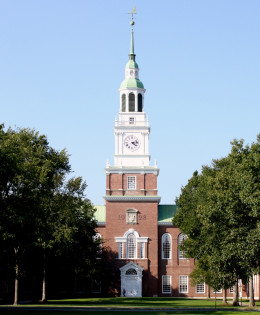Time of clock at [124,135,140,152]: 4:12
